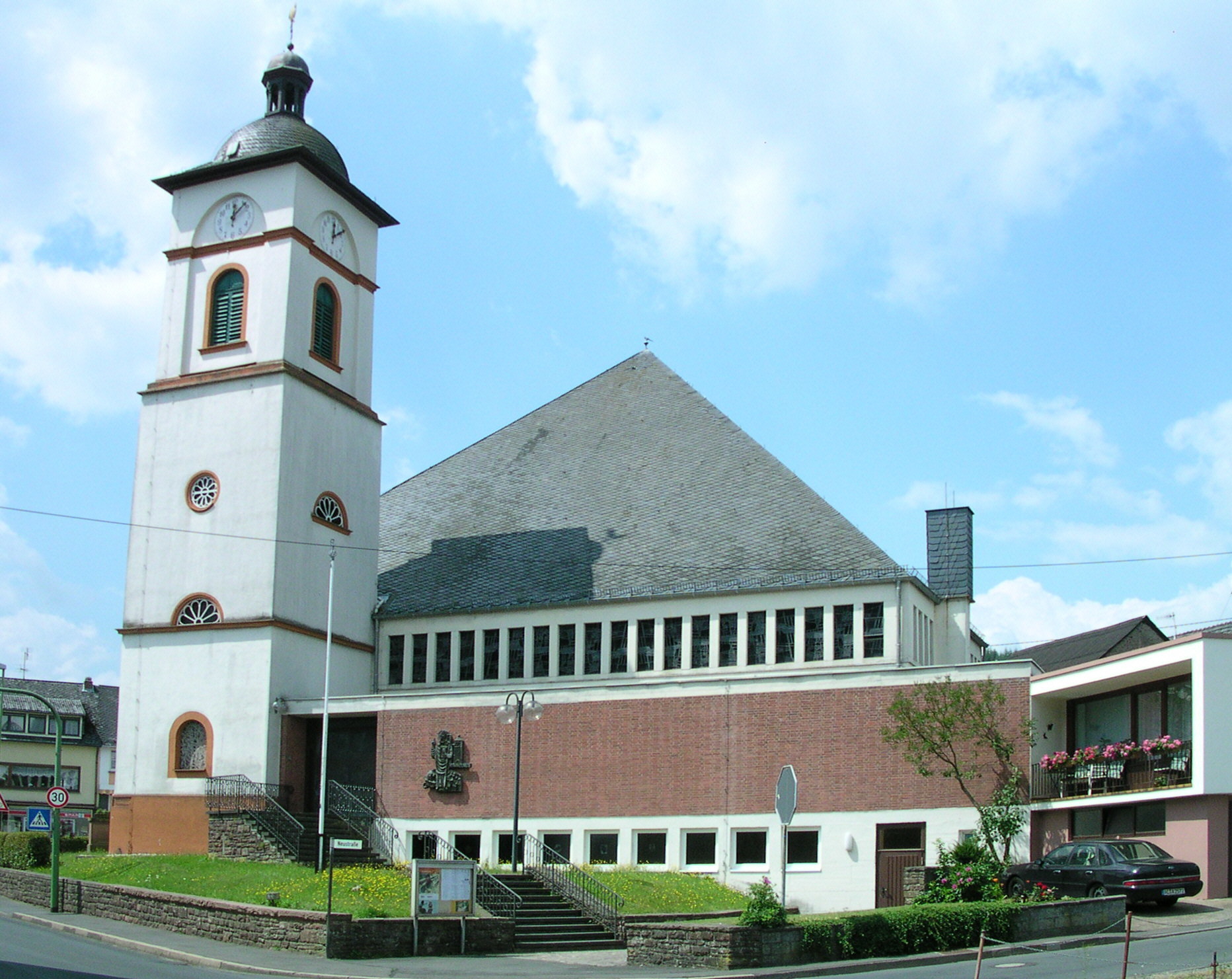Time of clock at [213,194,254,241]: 12:07
